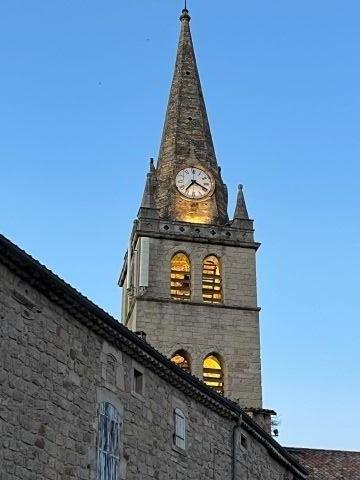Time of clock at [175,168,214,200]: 7:19
